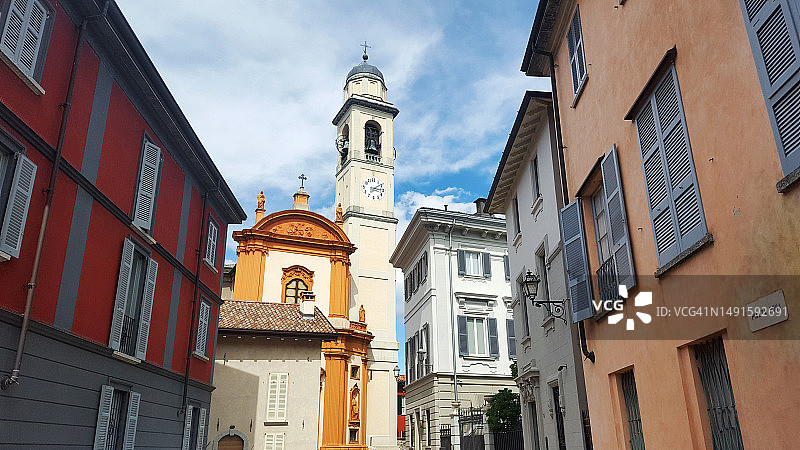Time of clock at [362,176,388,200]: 3:09
